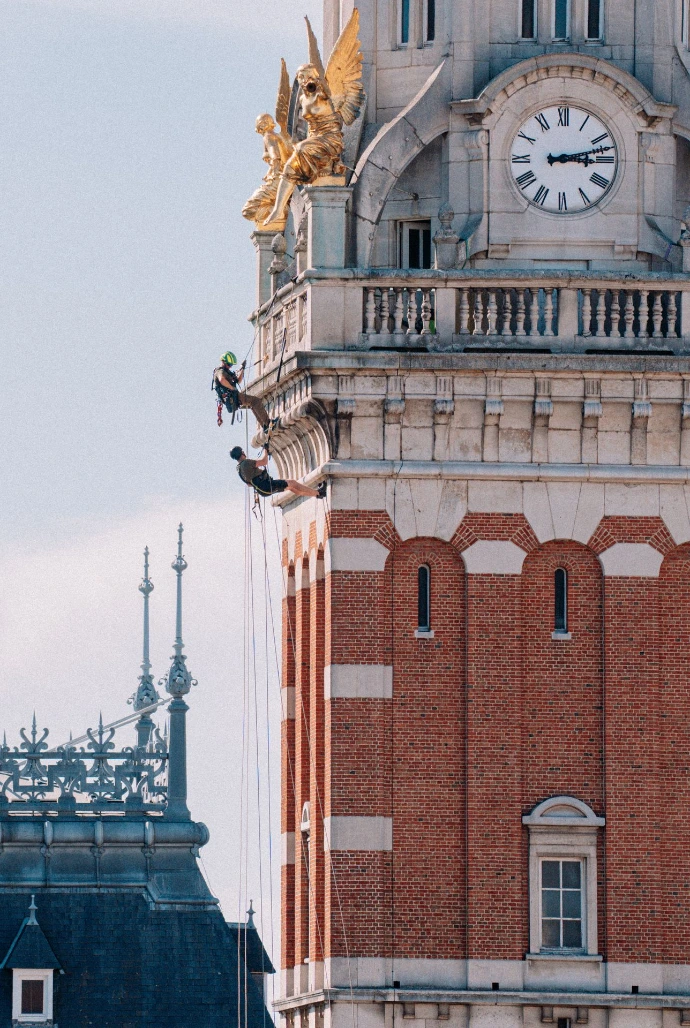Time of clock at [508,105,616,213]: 3:12
